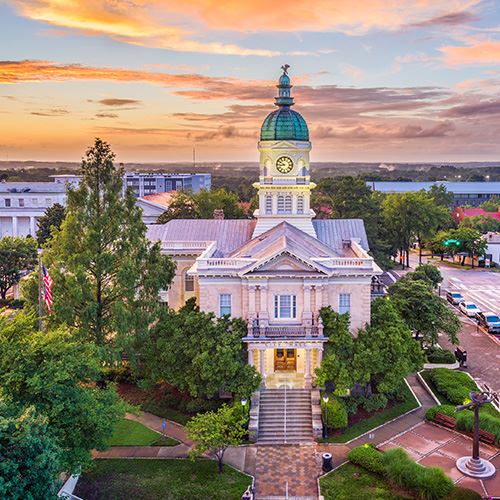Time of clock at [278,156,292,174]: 8:50
